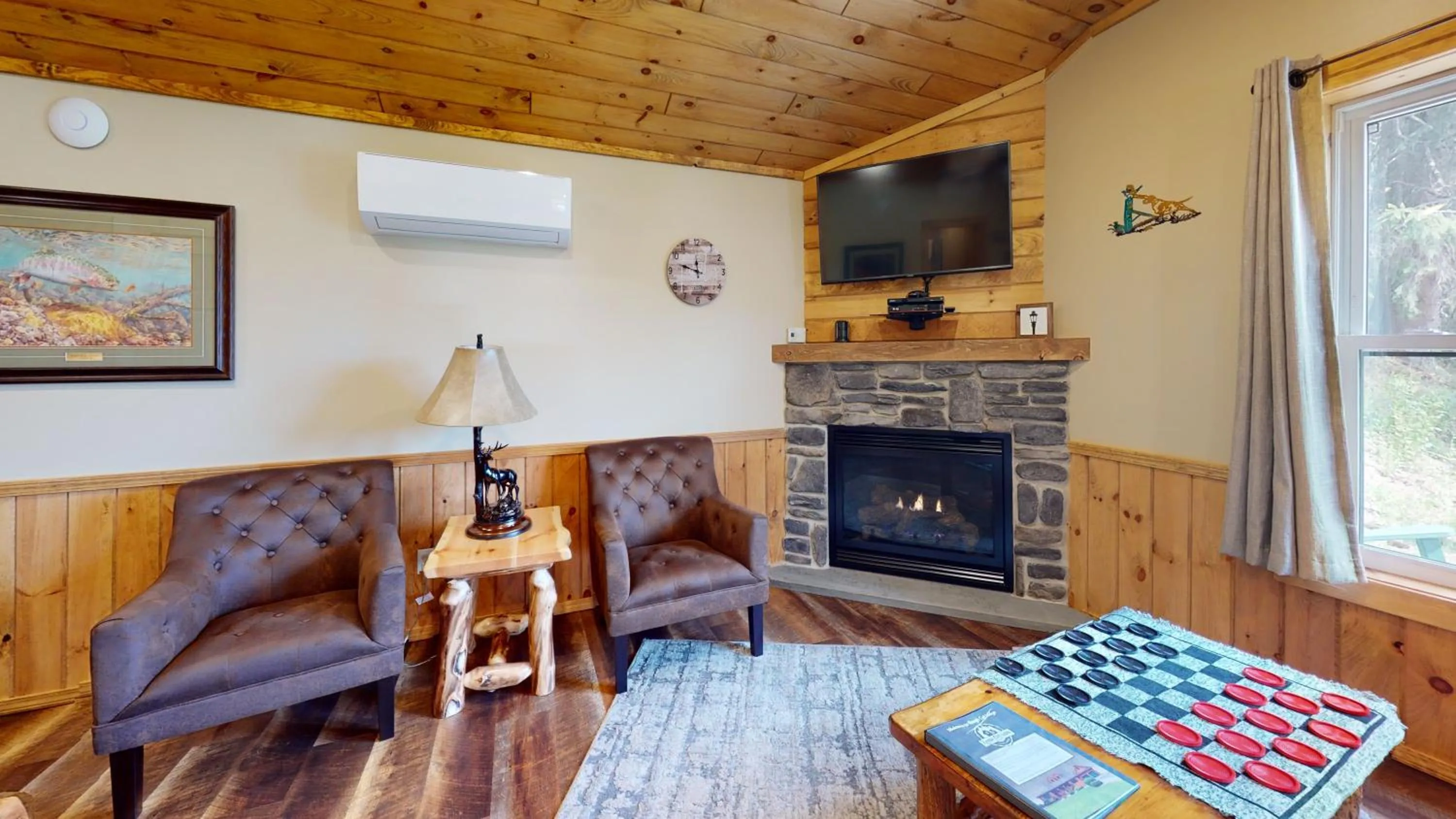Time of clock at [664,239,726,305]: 11:48
